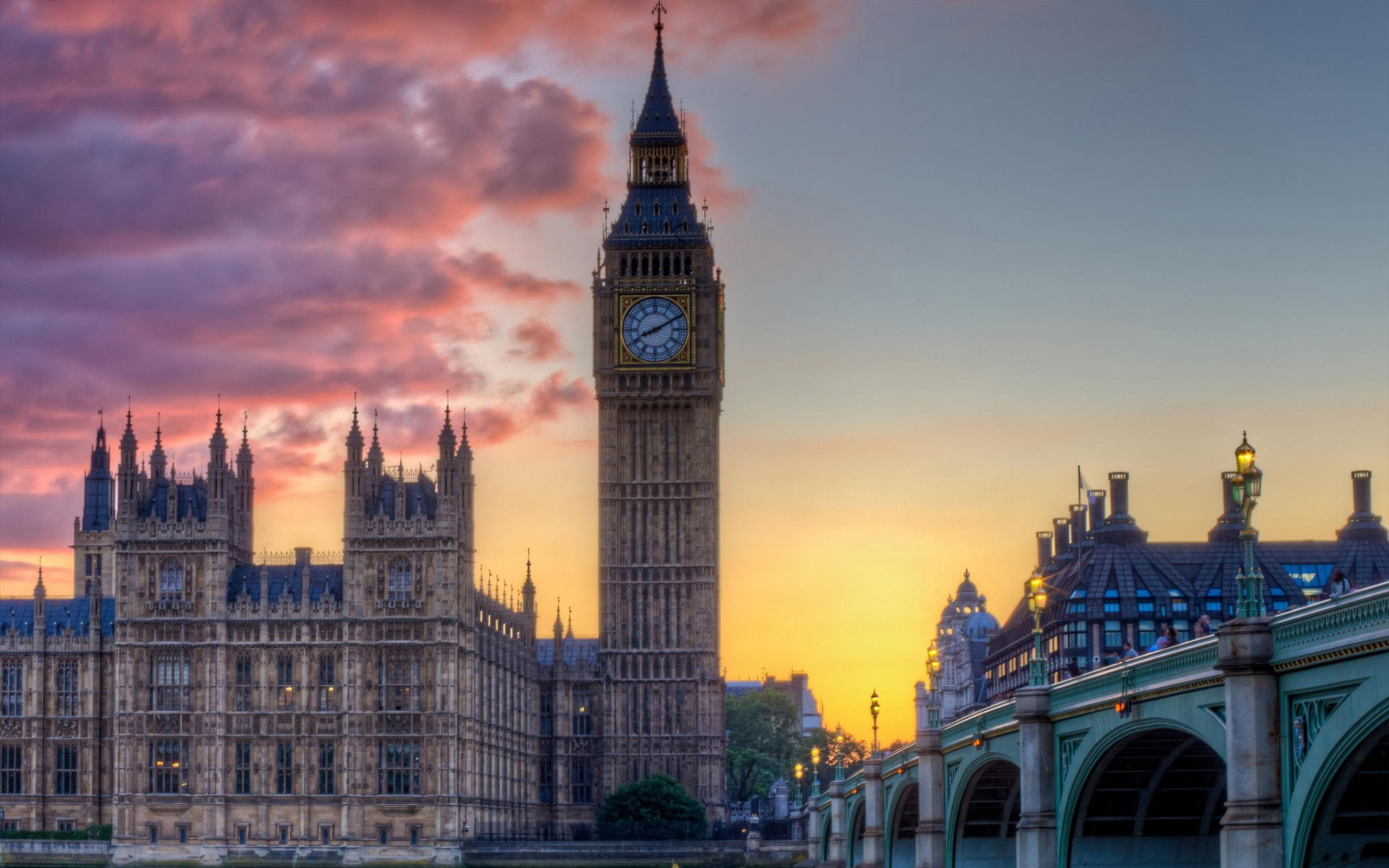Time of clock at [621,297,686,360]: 8:10
